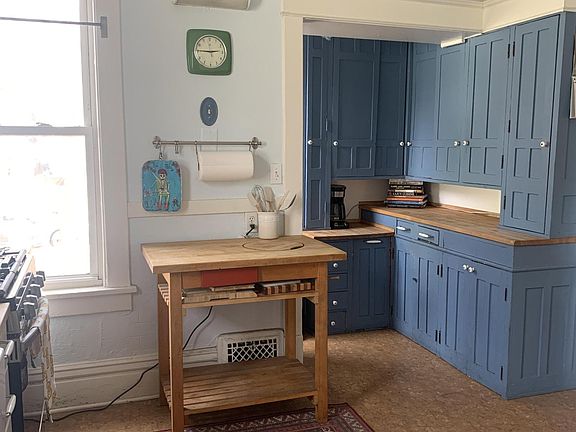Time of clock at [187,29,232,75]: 2:45
